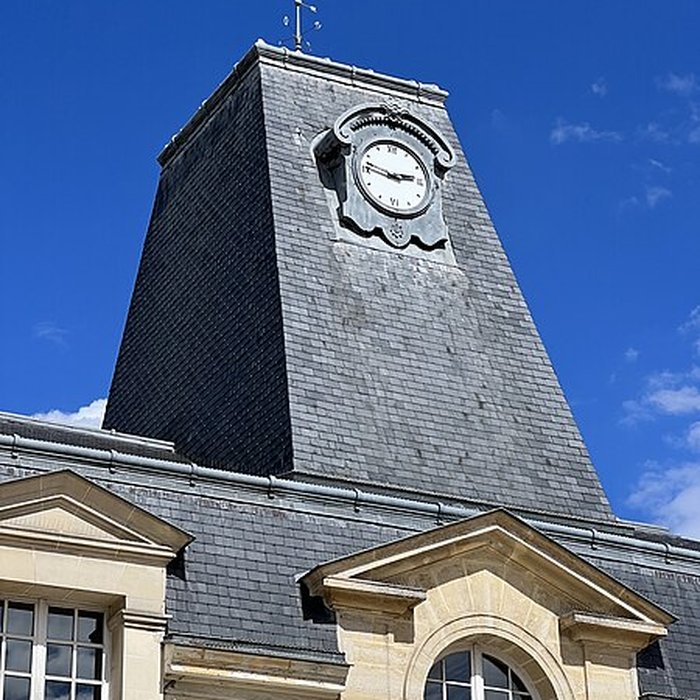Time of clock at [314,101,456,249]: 2:46
